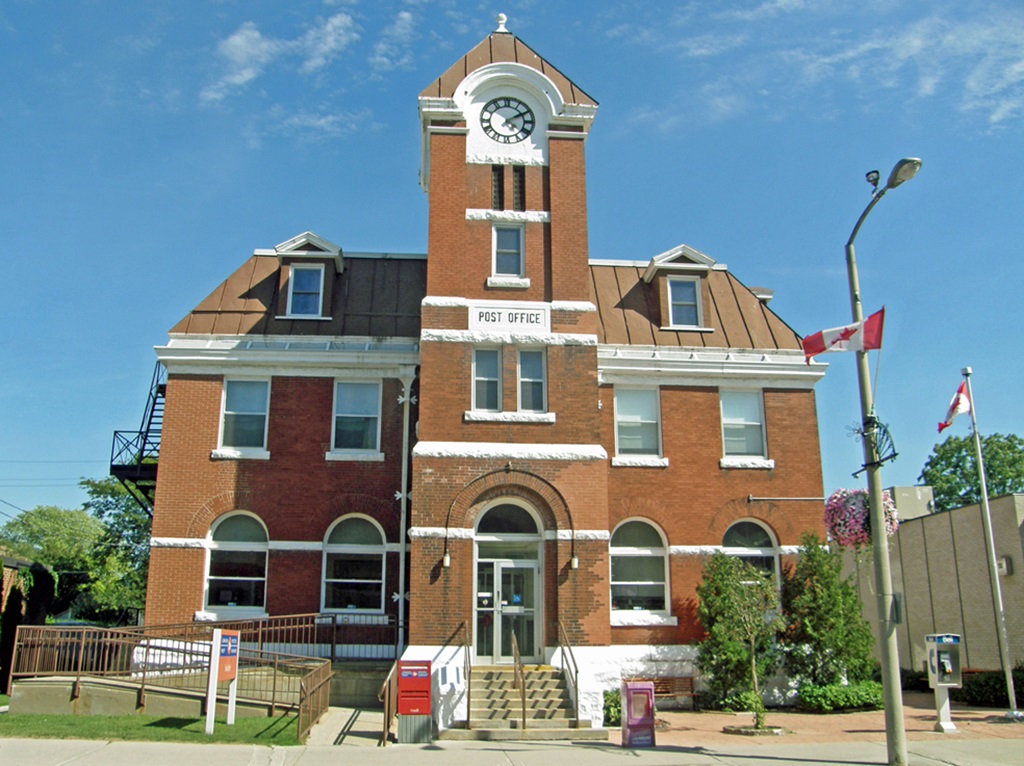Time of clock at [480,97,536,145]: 4:09
